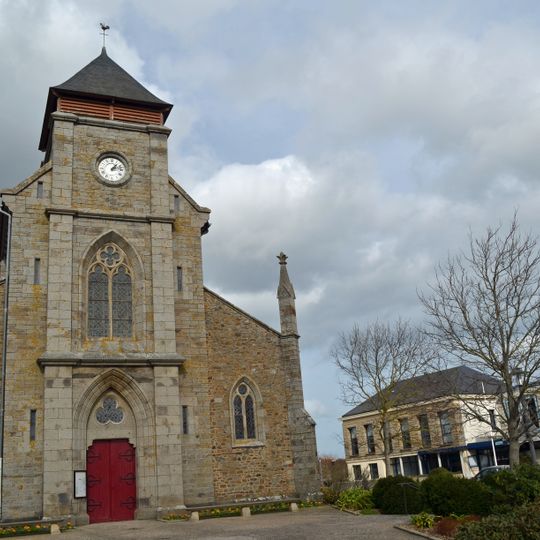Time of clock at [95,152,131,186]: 1:12
